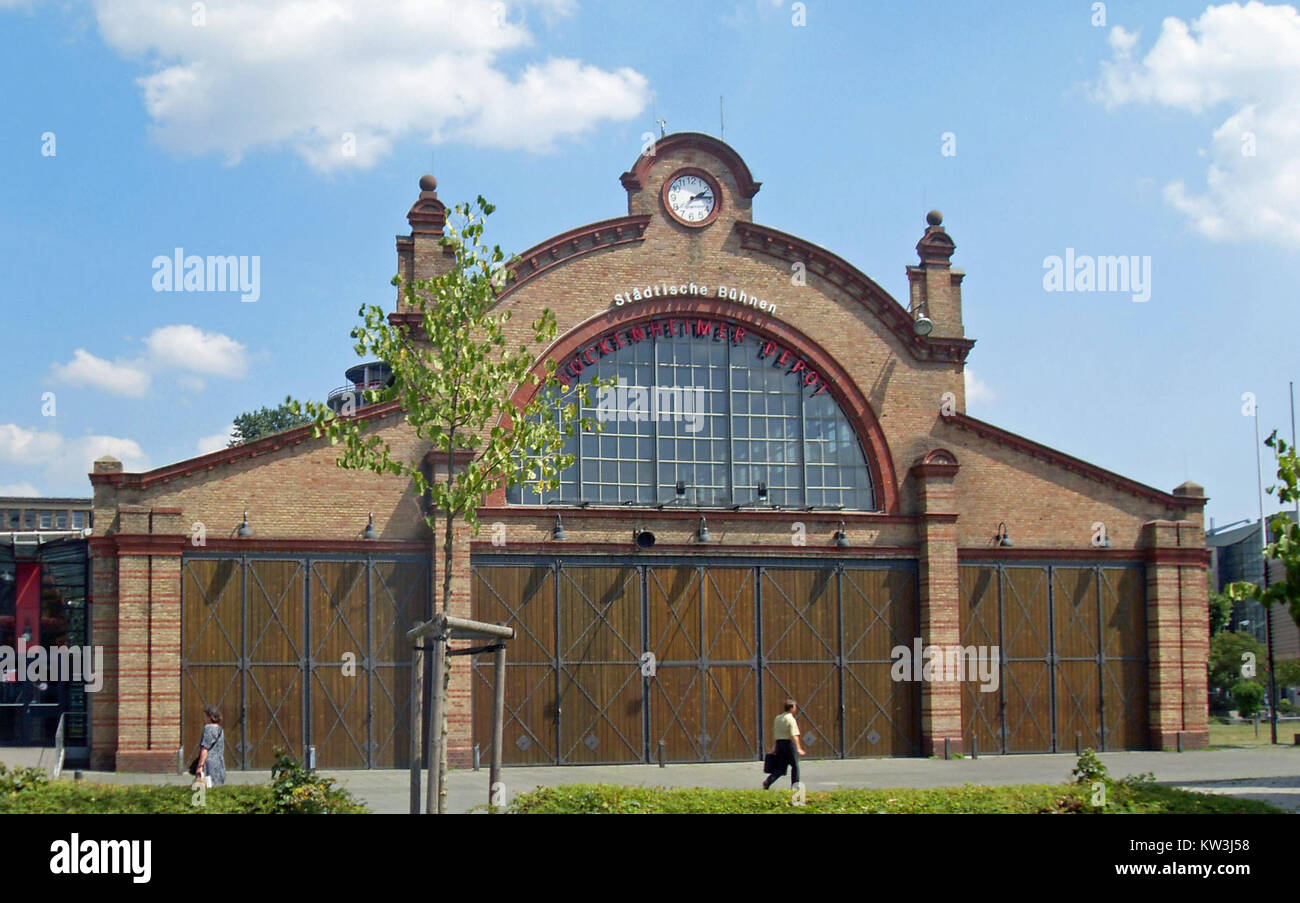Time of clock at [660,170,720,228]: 2:14
